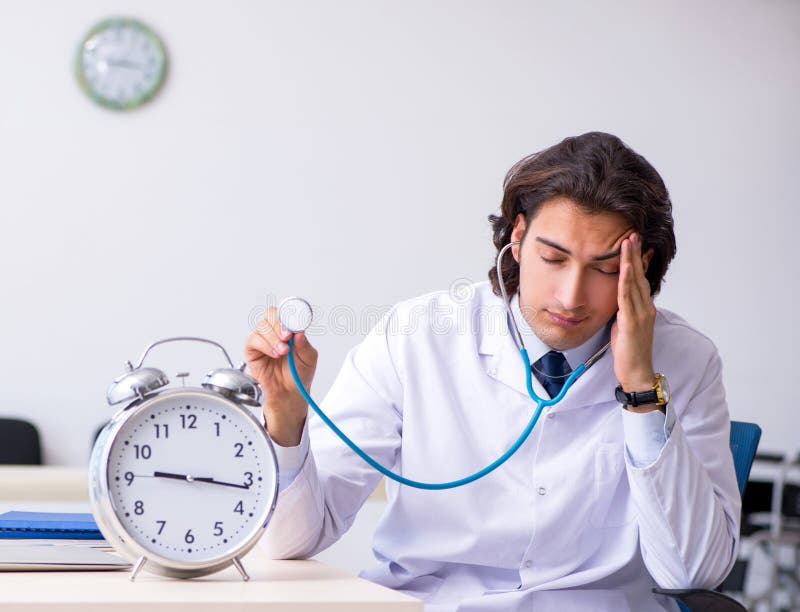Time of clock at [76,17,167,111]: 3:17
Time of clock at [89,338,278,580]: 9:16
